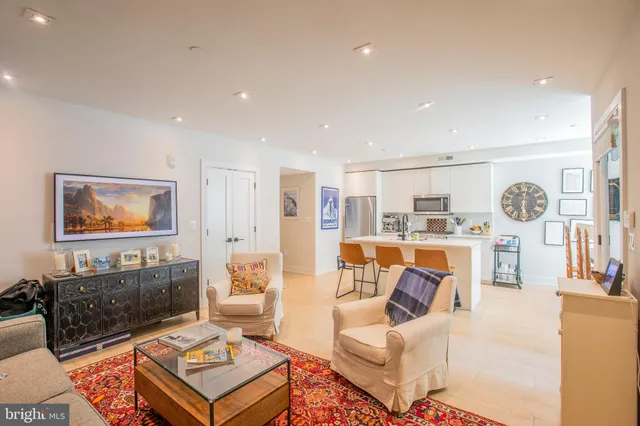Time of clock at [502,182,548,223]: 6:00
